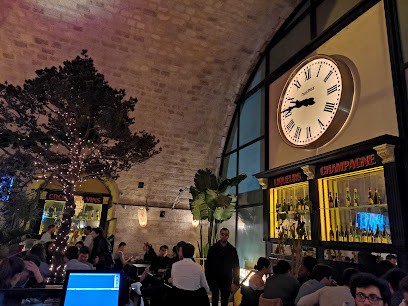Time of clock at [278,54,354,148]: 9:45
